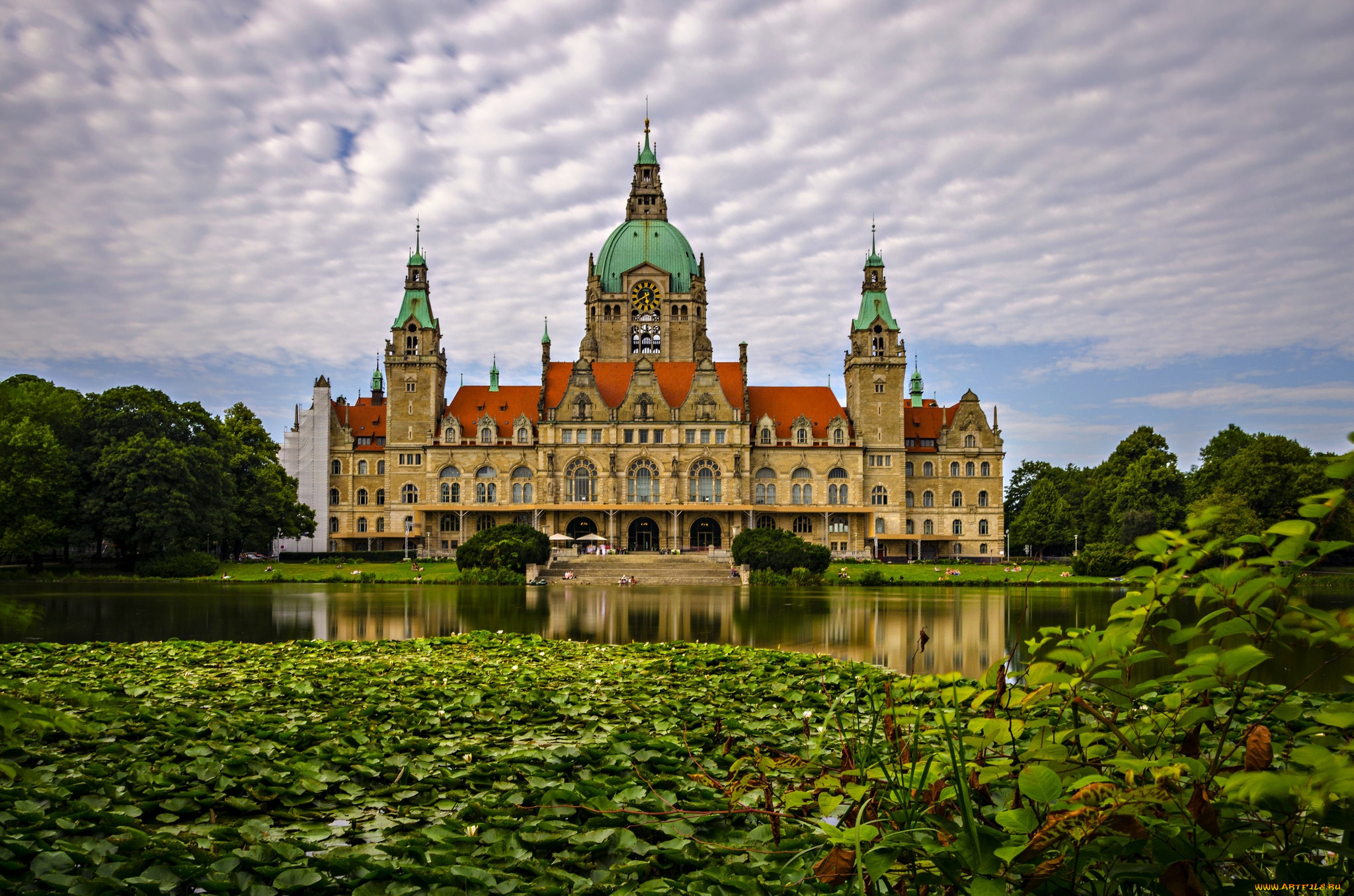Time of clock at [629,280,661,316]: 5:40
